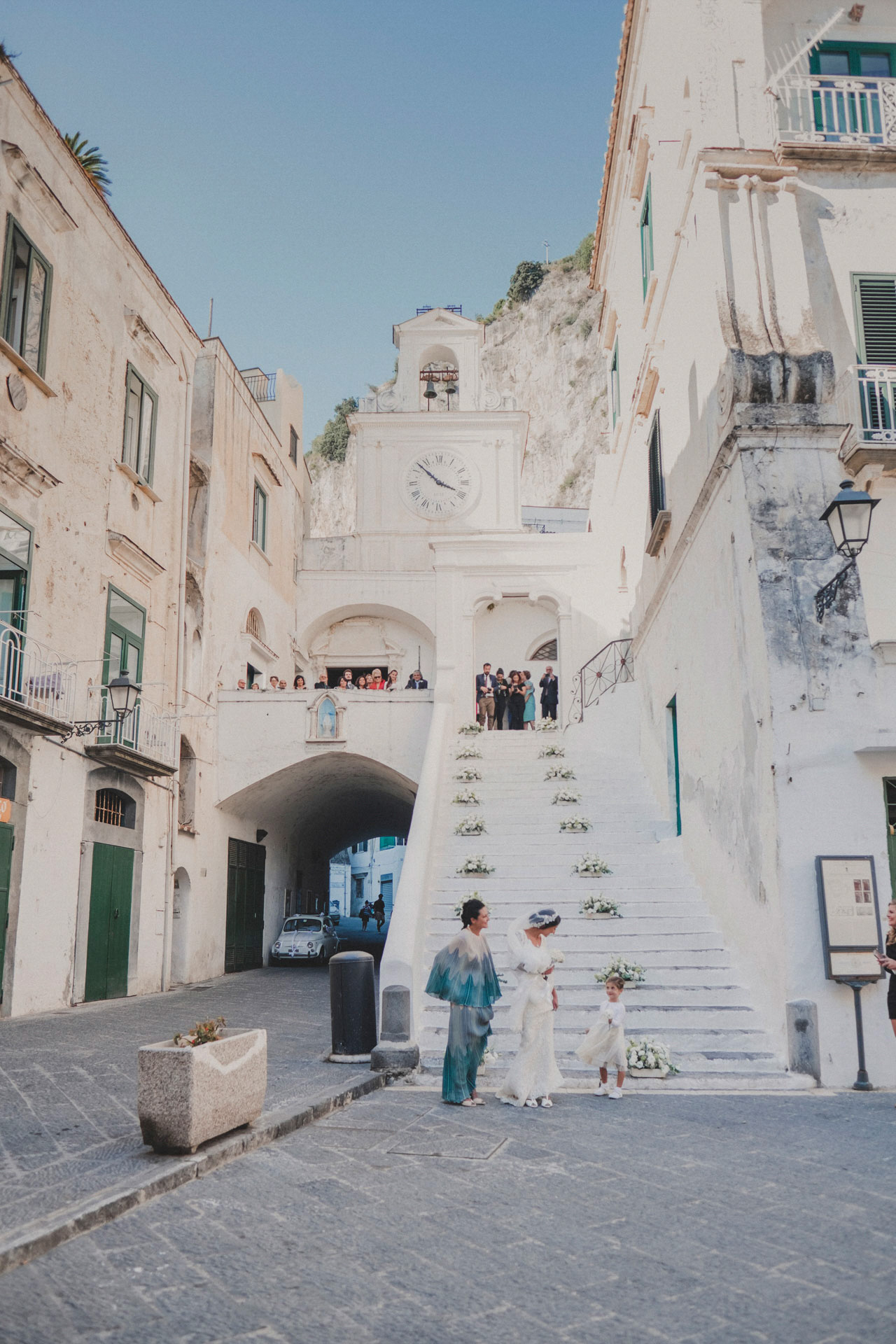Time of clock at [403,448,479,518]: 3:52
